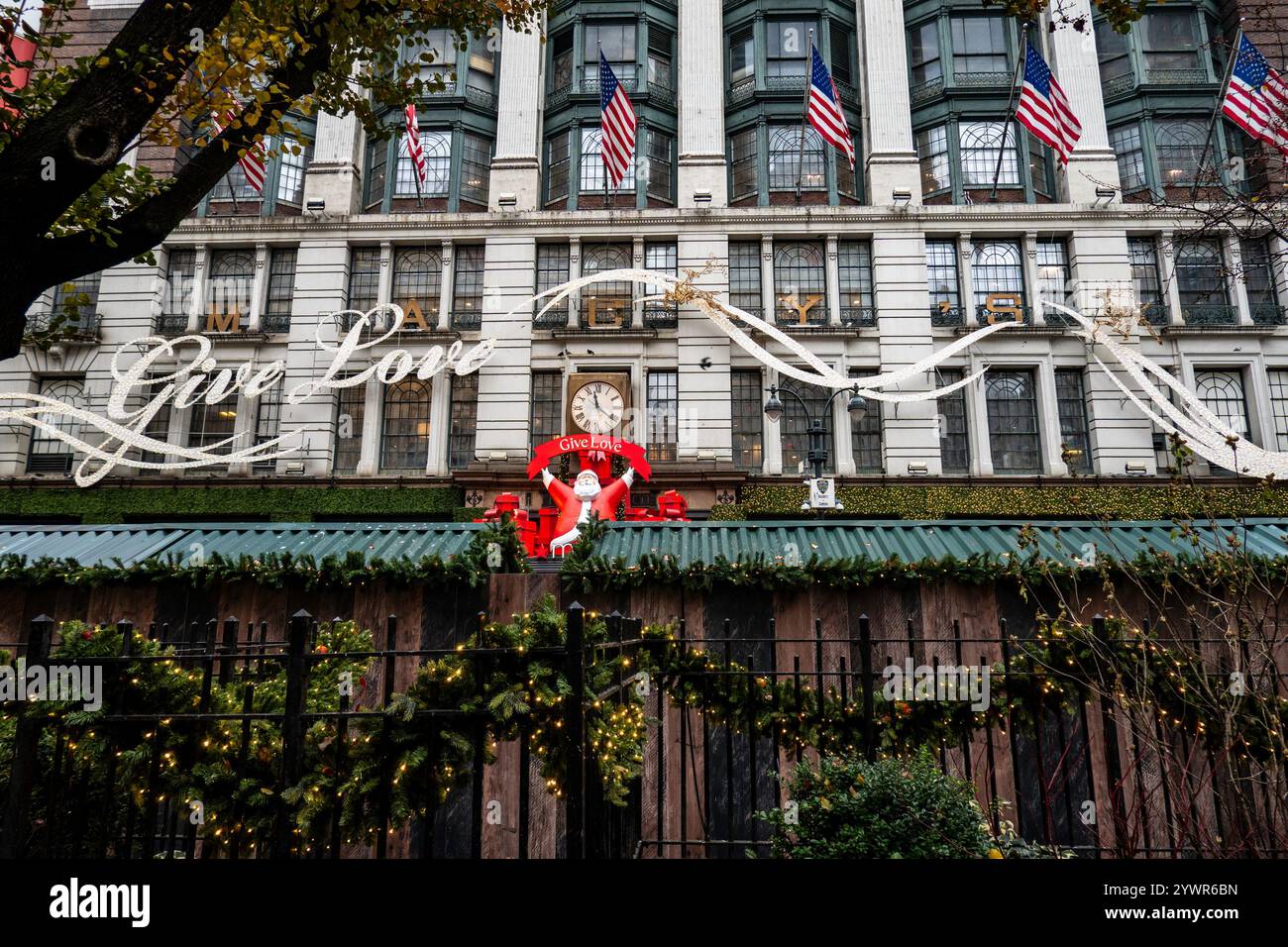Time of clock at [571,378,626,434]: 11:21
